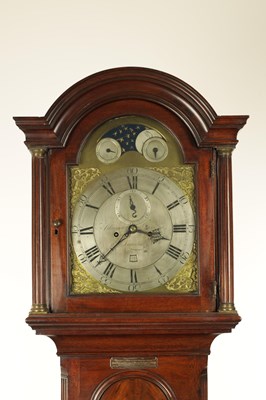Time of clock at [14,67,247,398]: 3:37
